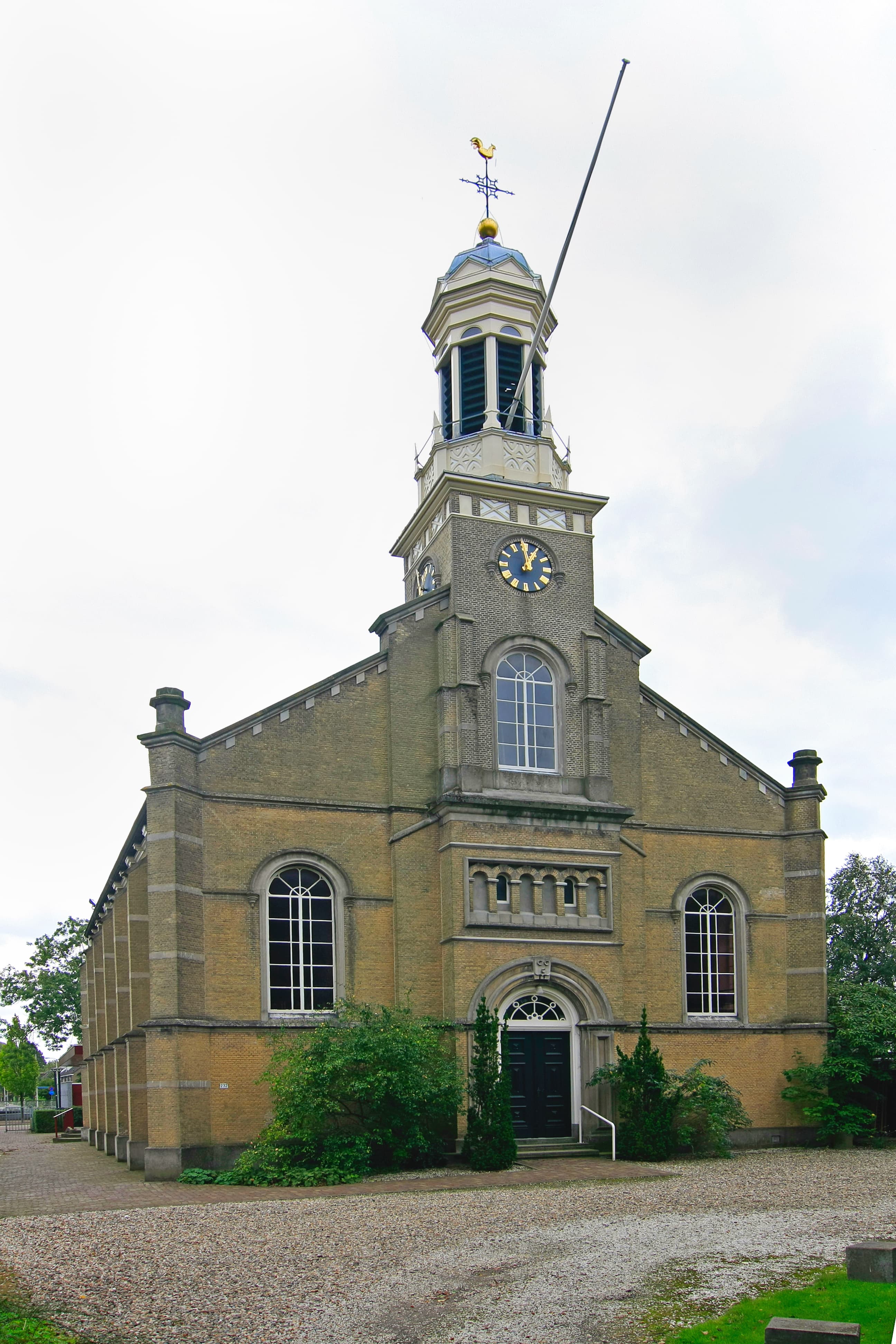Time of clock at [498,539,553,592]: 12:58
